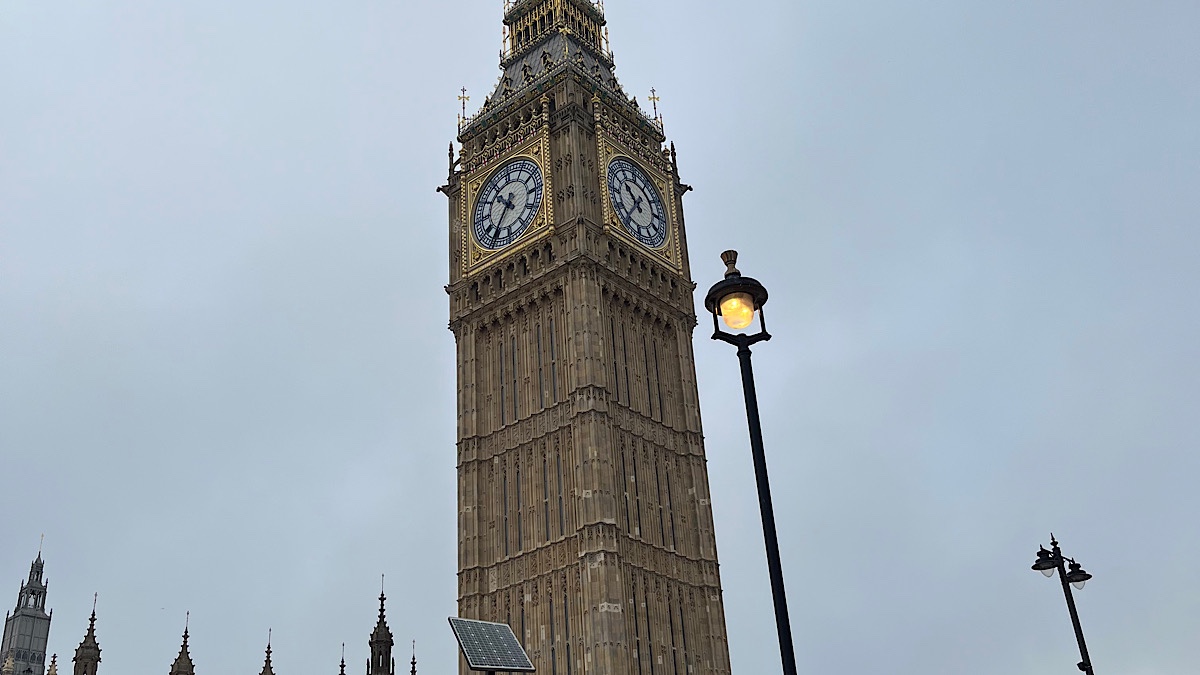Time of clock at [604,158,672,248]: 10:36
